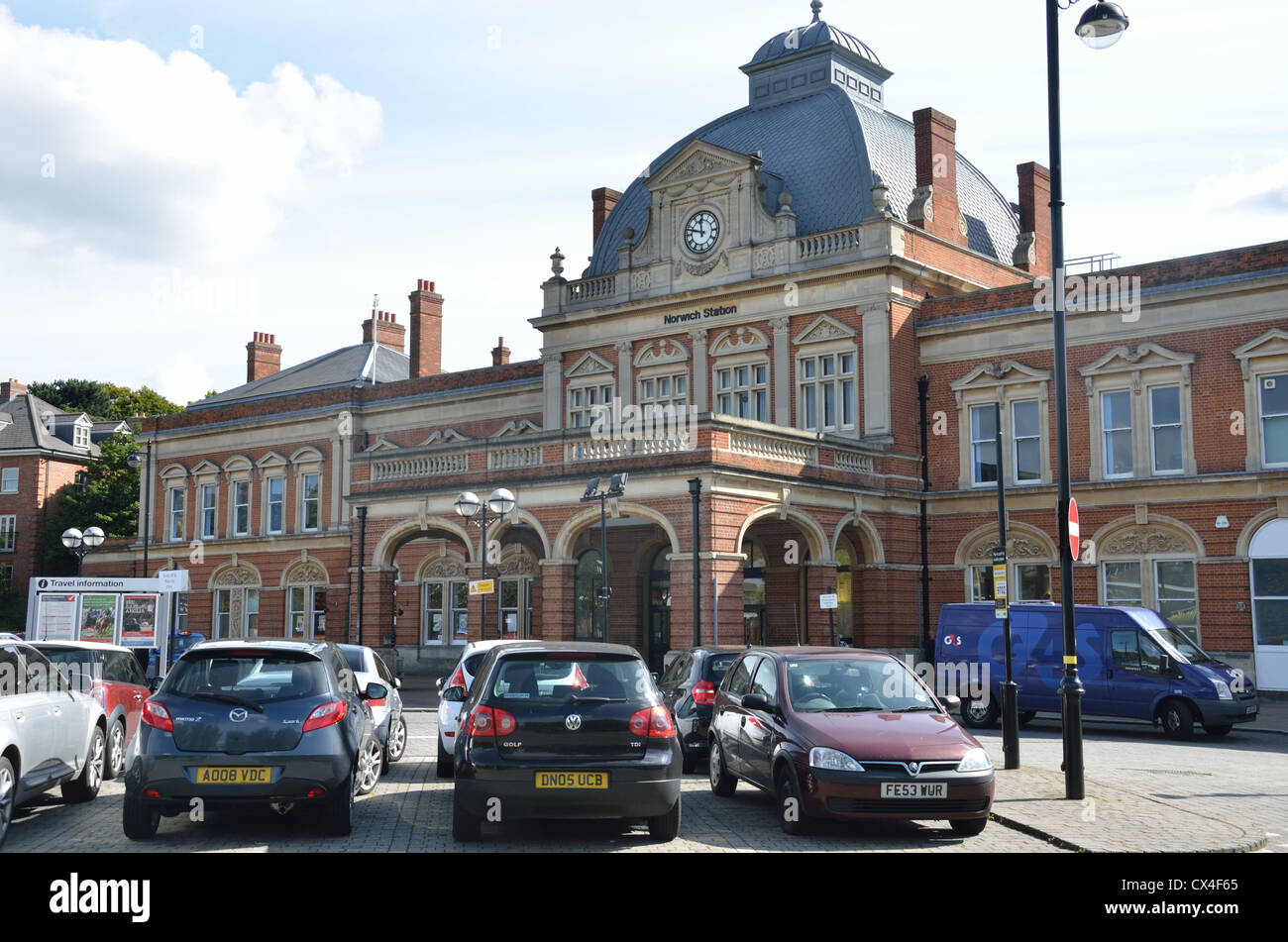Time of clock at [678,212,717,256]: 11:47
